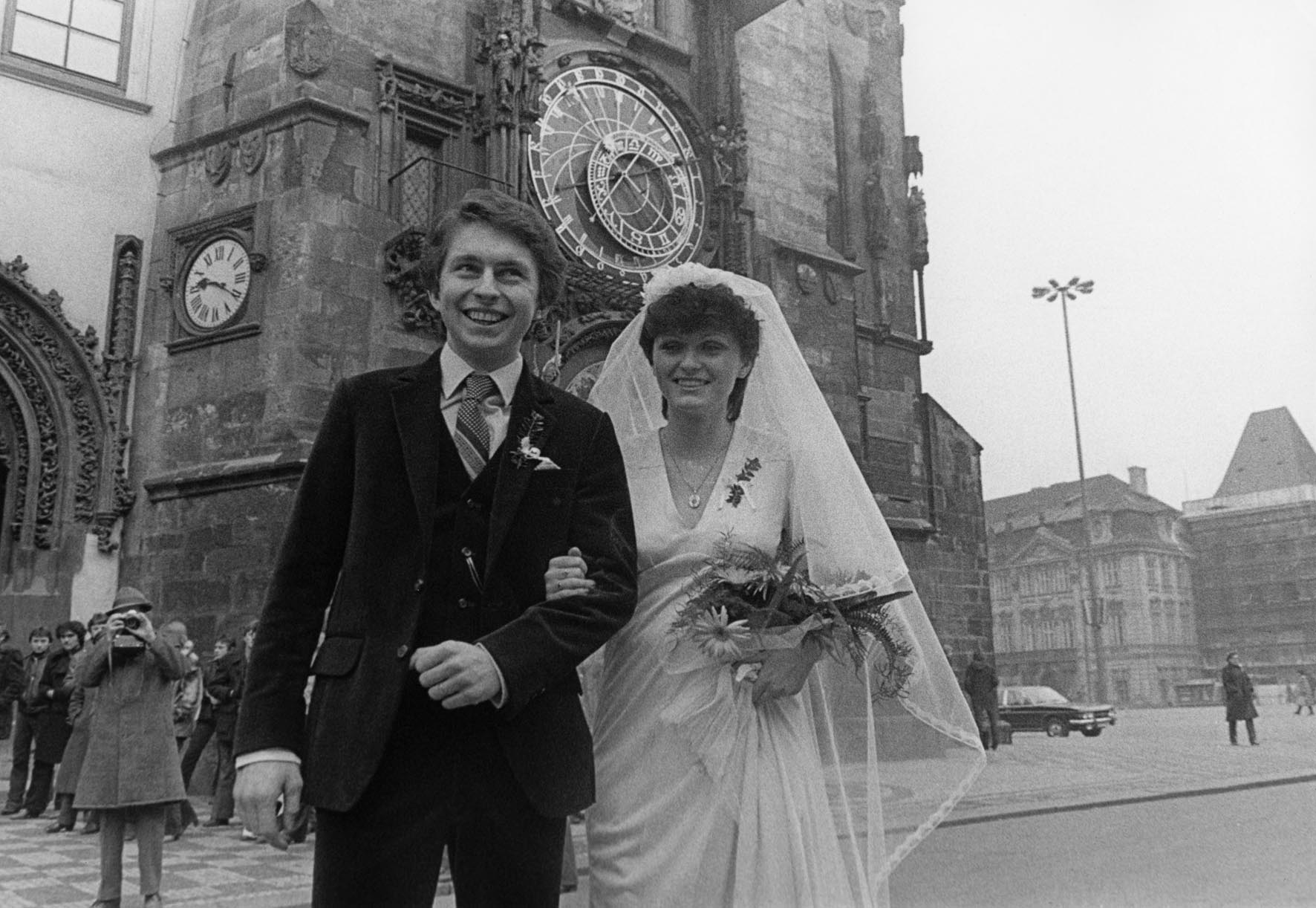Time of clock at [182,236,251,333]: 9:20
